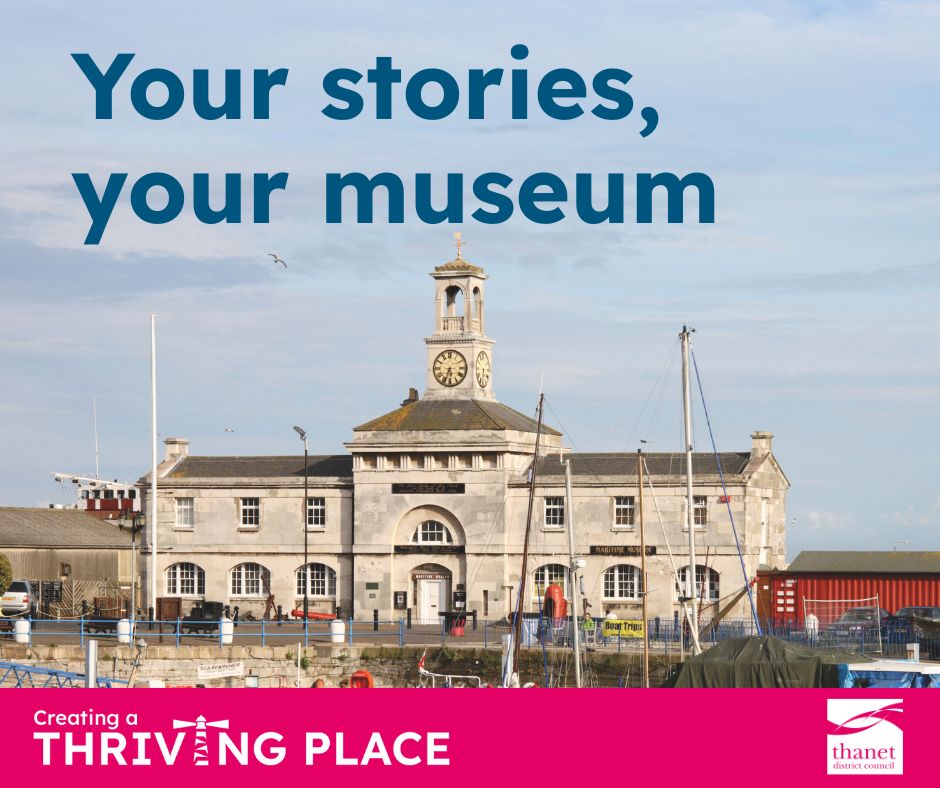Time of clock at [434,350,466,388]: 5:33
